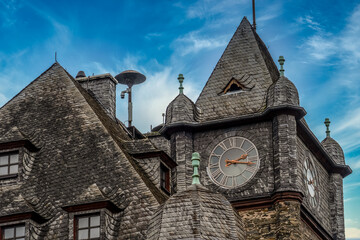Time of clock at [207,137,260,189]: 2:16
